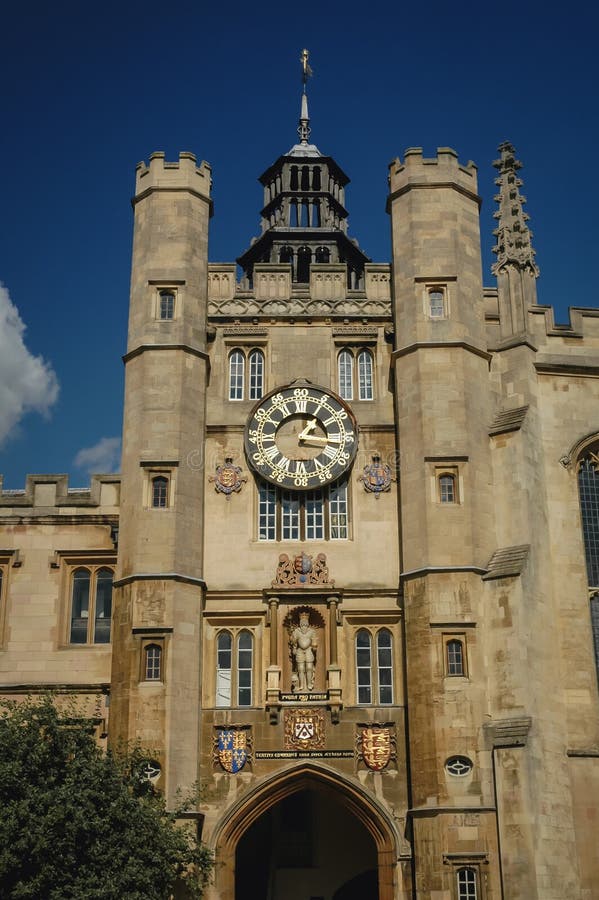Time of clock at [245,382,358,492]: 1:16
